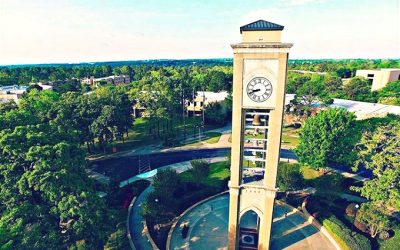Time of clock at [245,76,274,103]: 8:41
